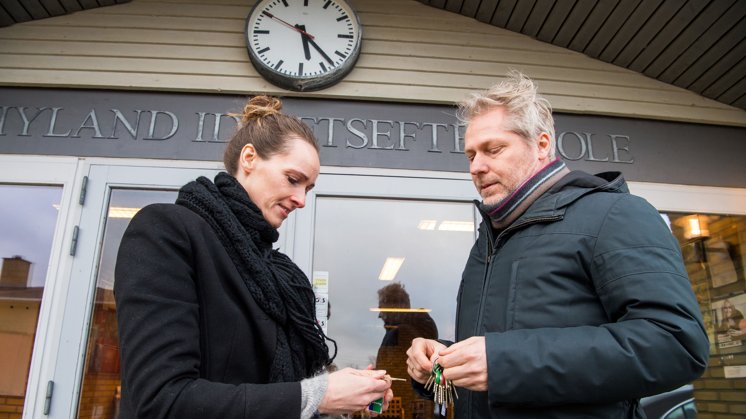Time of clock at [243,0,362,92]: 5:22
